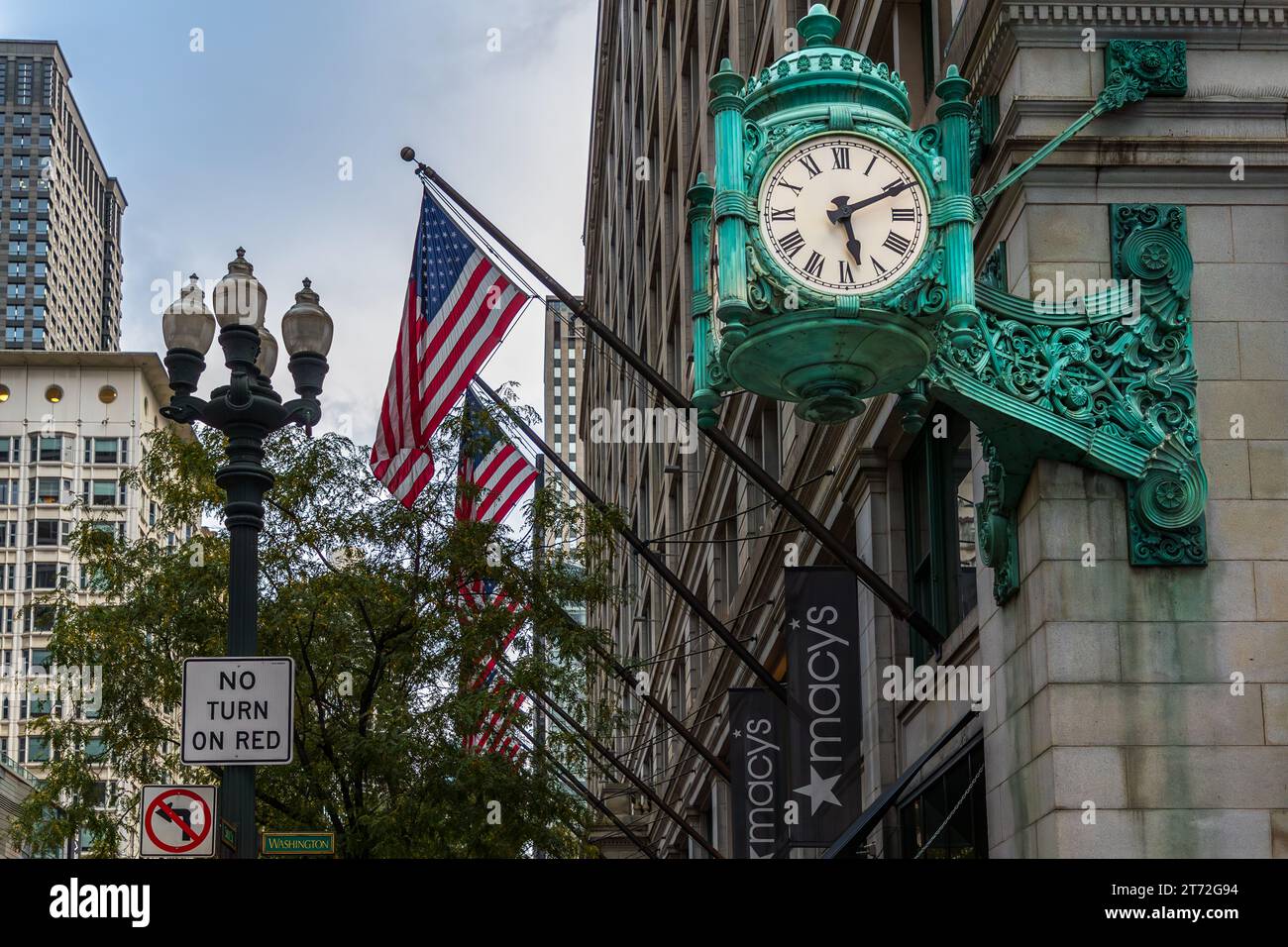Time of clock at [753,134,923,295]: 5:11
